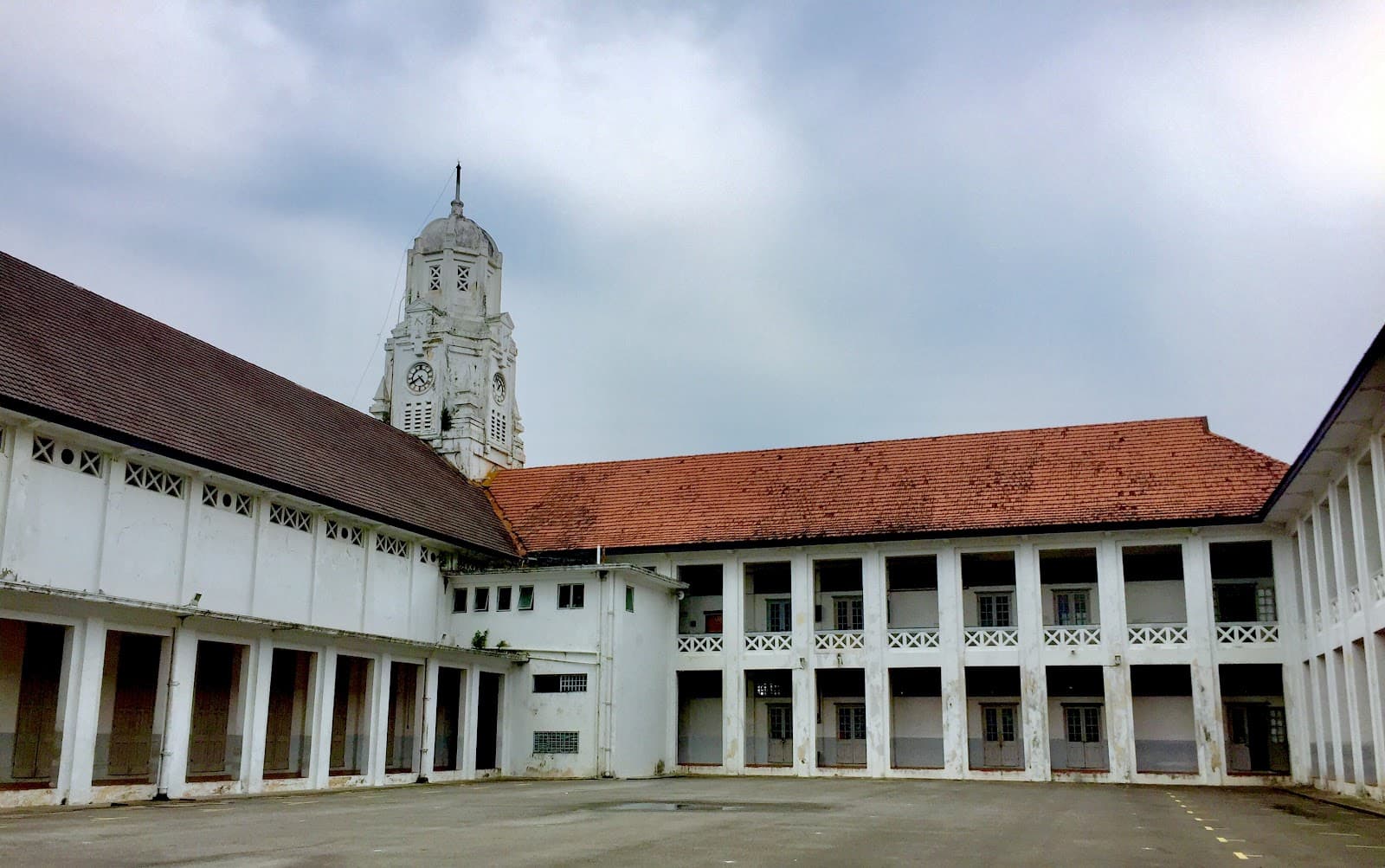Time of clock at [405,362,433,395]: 4:40
